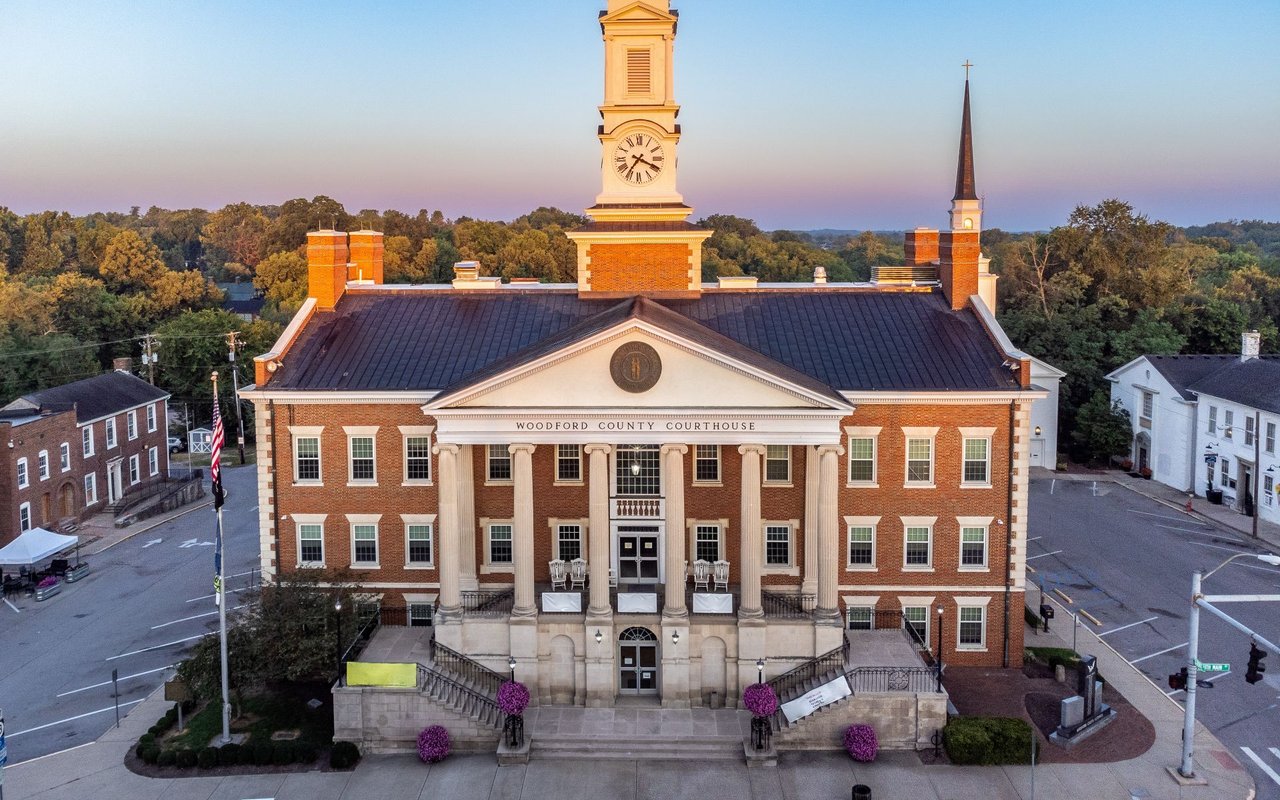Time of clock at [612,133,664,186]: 7:18
